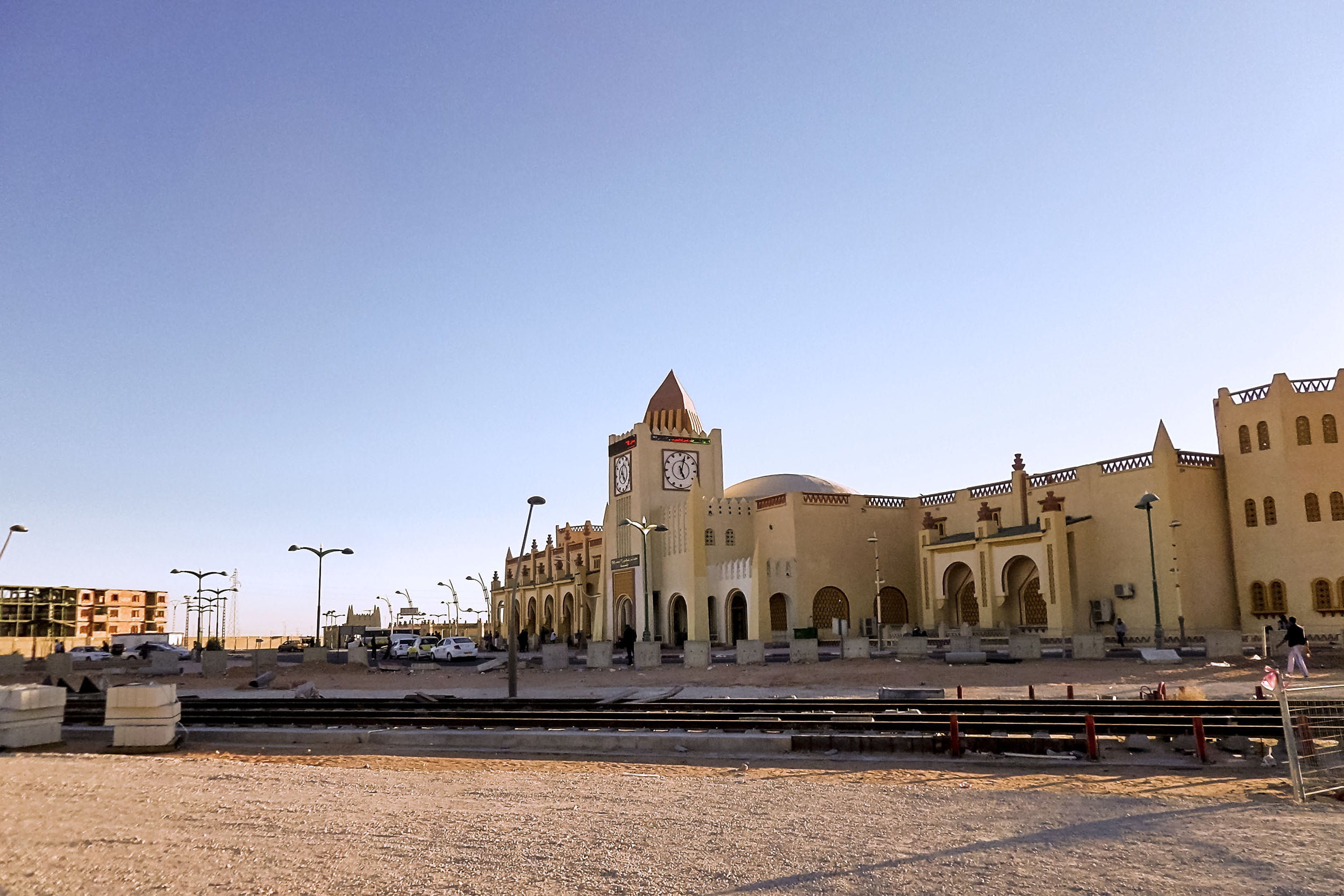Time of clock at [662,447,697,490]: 5:02
